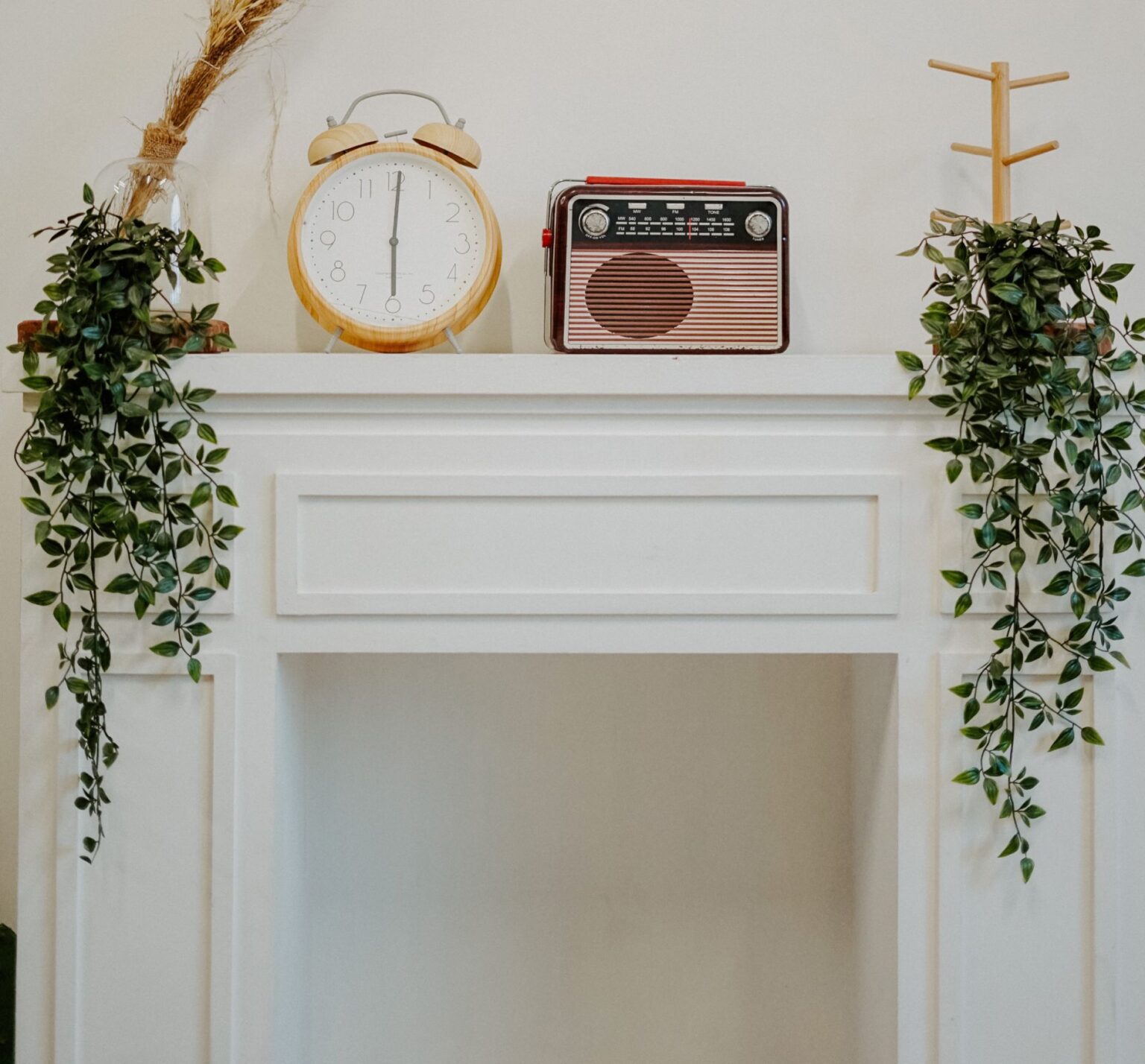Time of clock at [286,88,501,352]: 6:00
